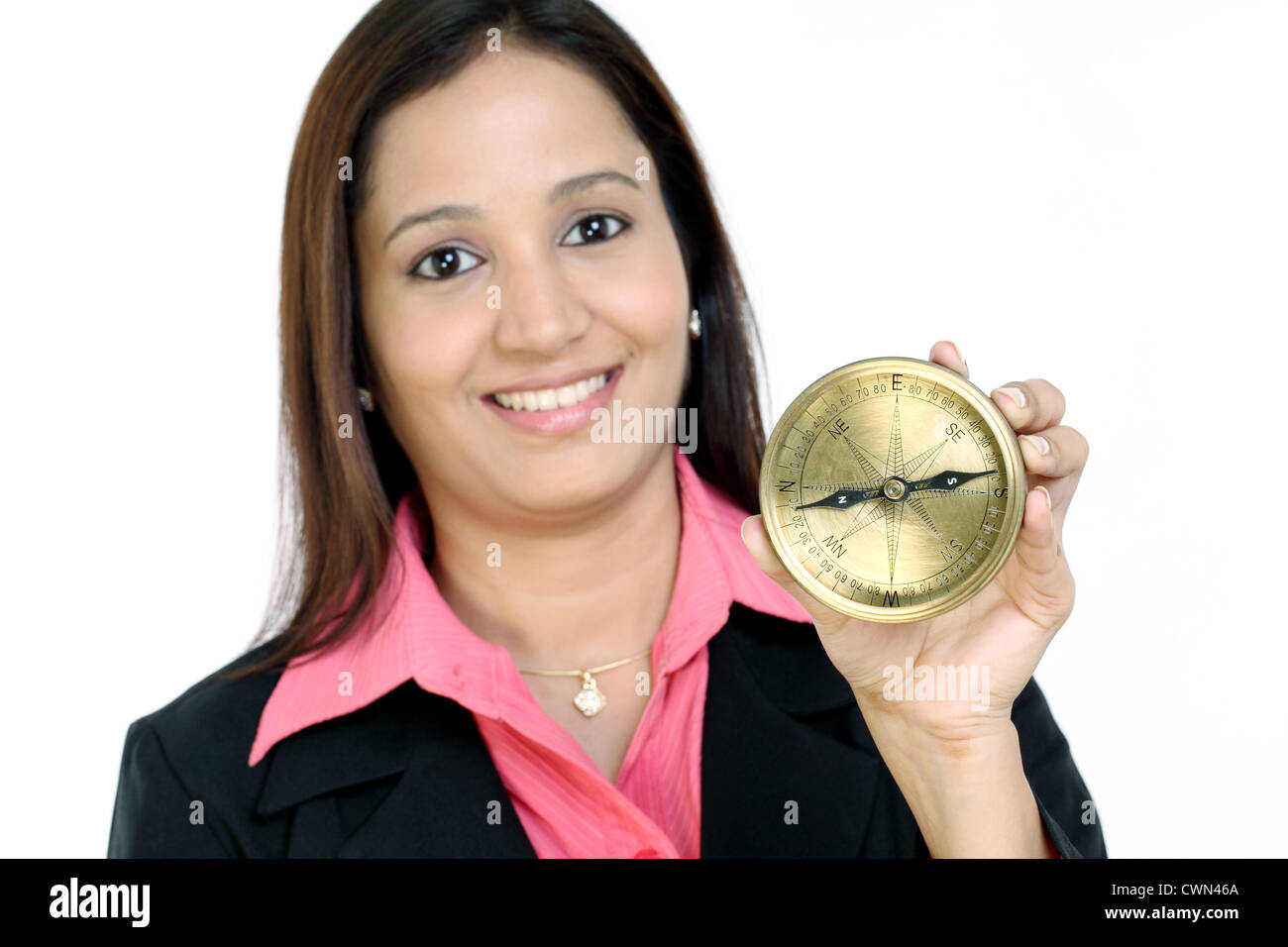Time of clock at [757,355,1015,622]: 2:43
